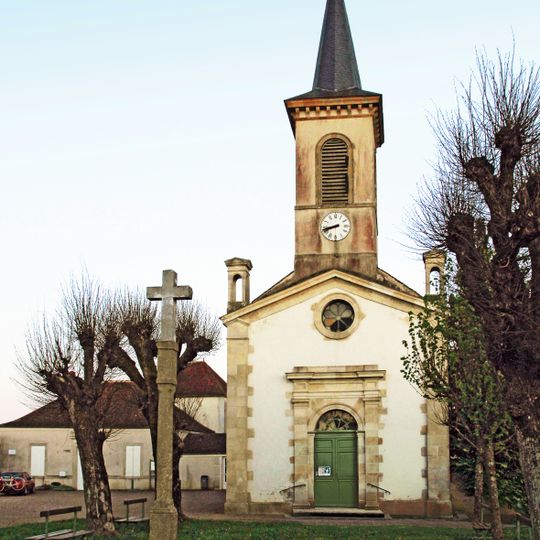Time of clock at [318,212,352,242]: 8:42
